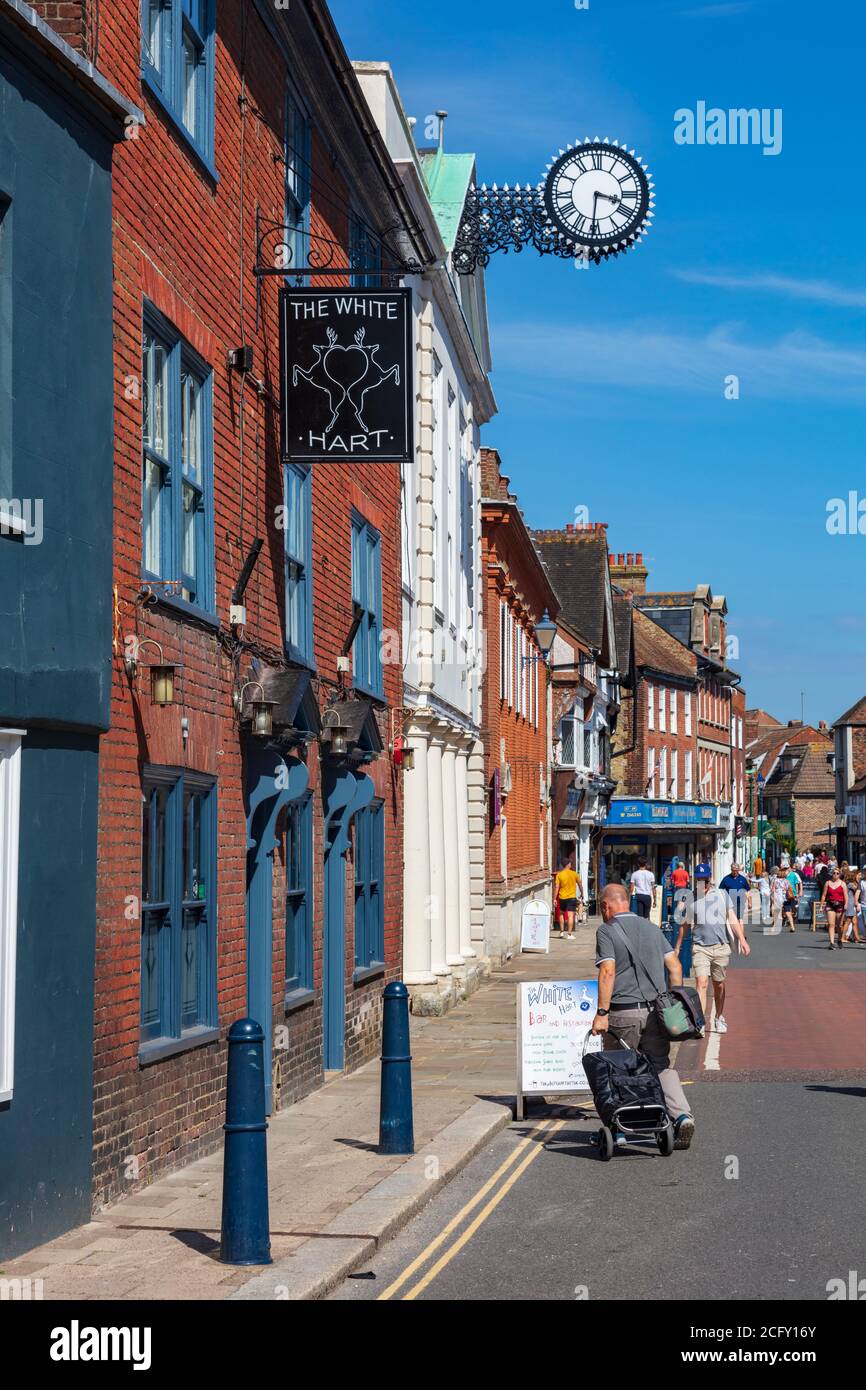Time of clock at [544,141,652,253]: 3:30
